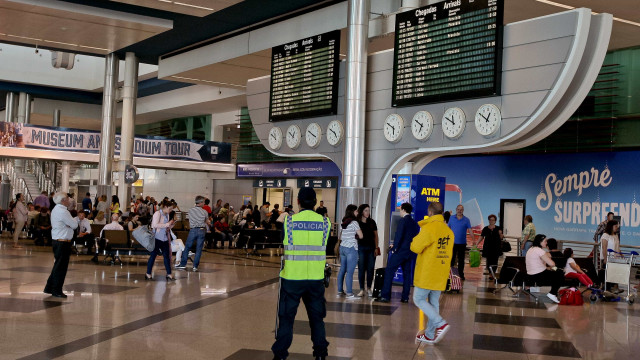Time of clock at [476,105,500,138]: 12:50
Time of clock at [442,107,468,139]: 11:50
